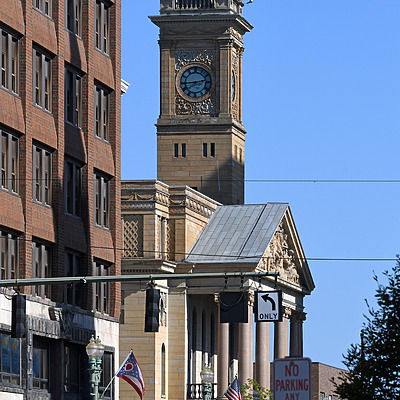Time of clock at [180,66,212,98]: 2:44
